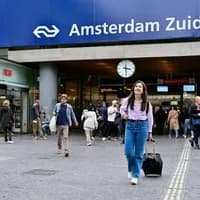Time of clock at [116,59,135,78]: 3:29
